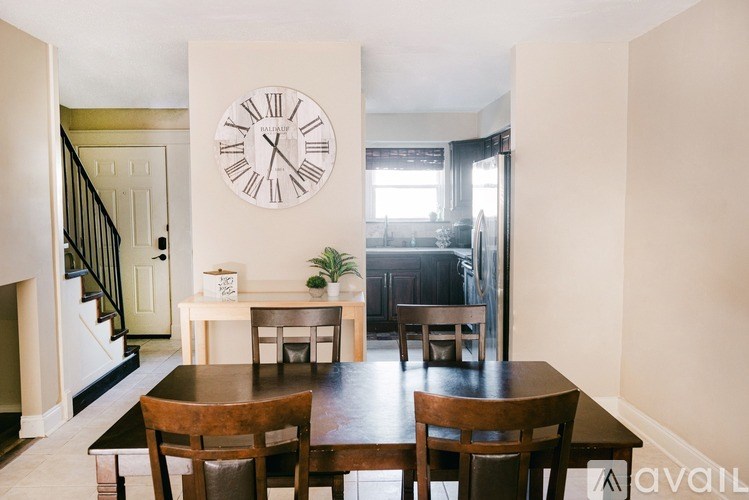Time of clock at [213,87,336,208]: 6:22
